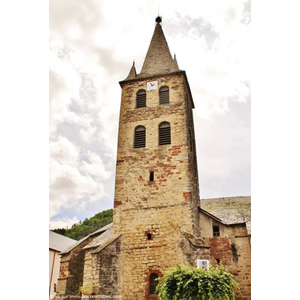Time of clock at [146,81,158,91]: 1:56
